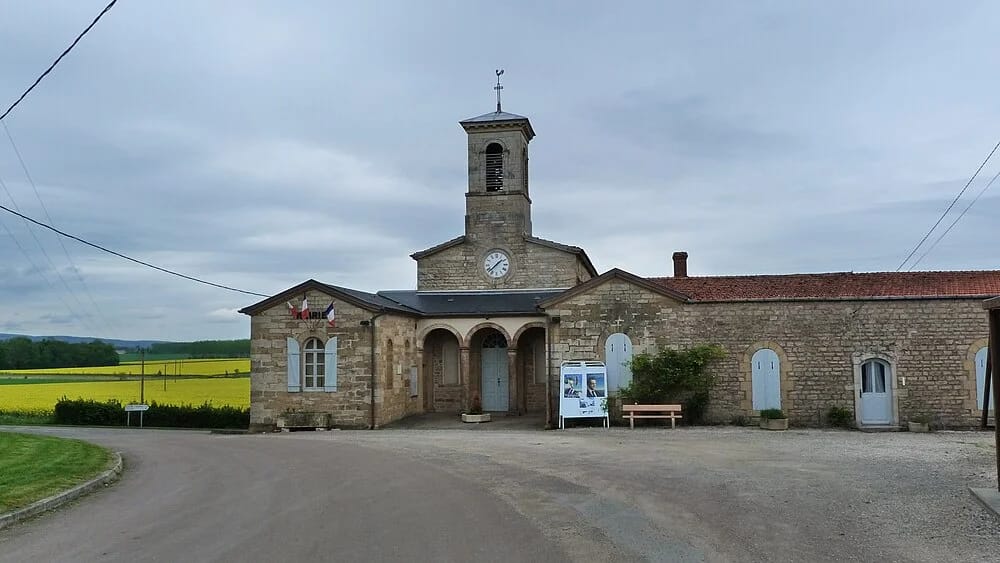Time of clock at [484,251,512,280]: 1:37
